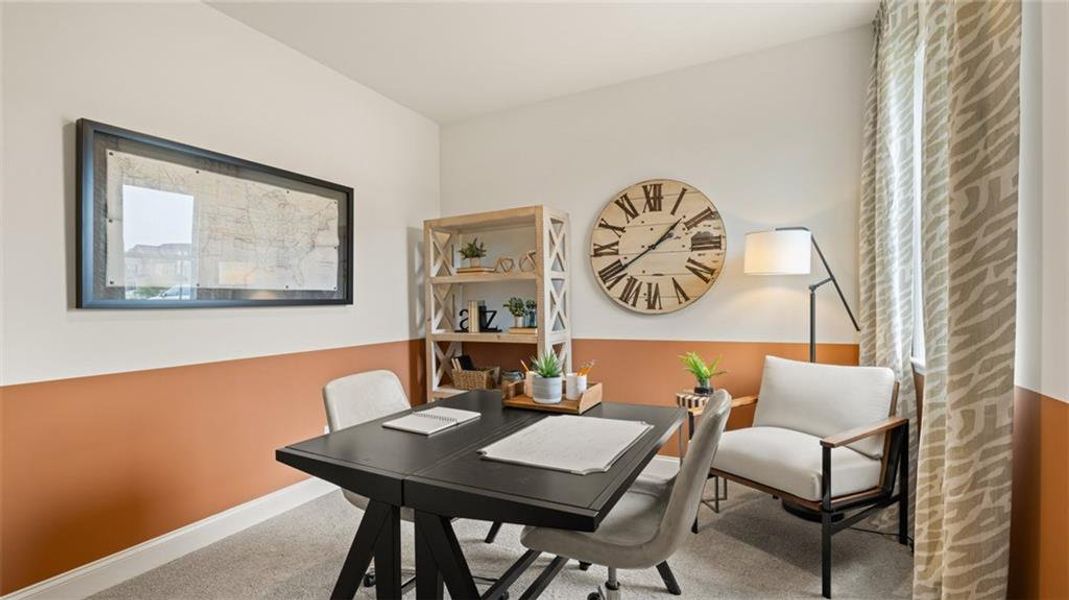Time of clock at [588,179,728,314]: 1:39
